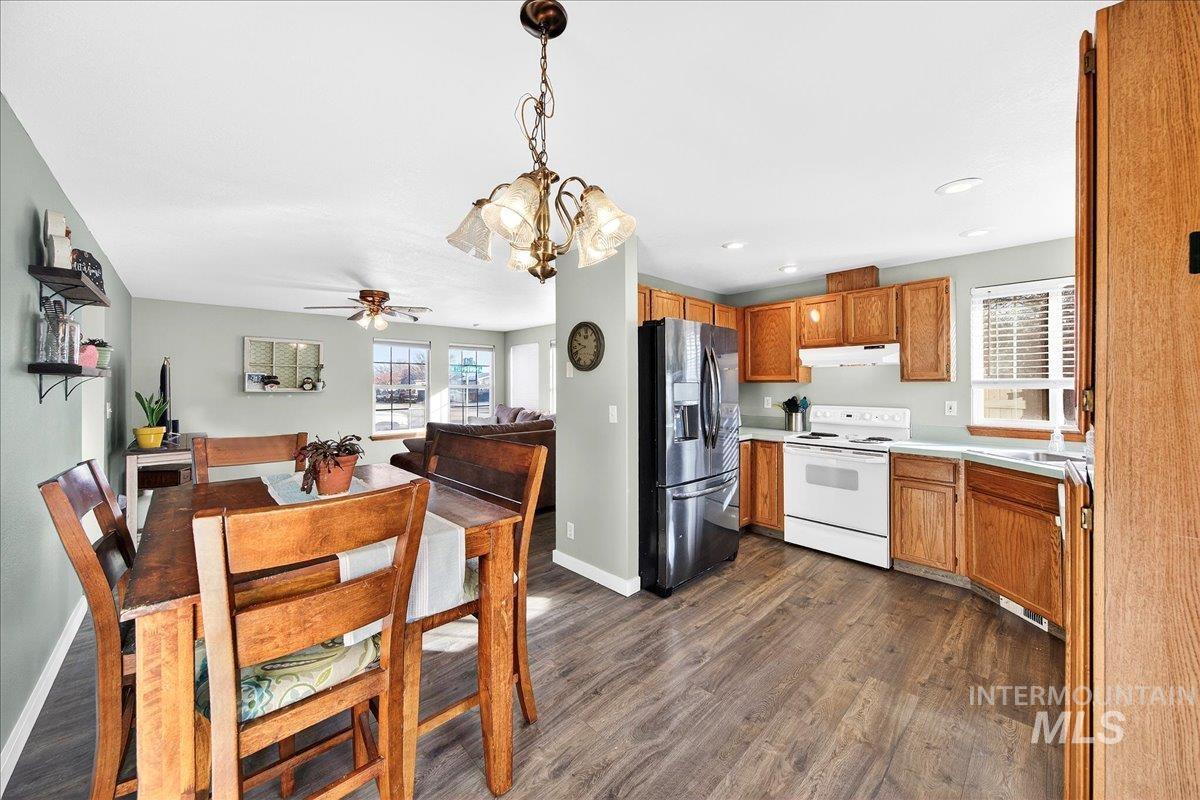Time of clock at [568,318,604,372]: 9:41
